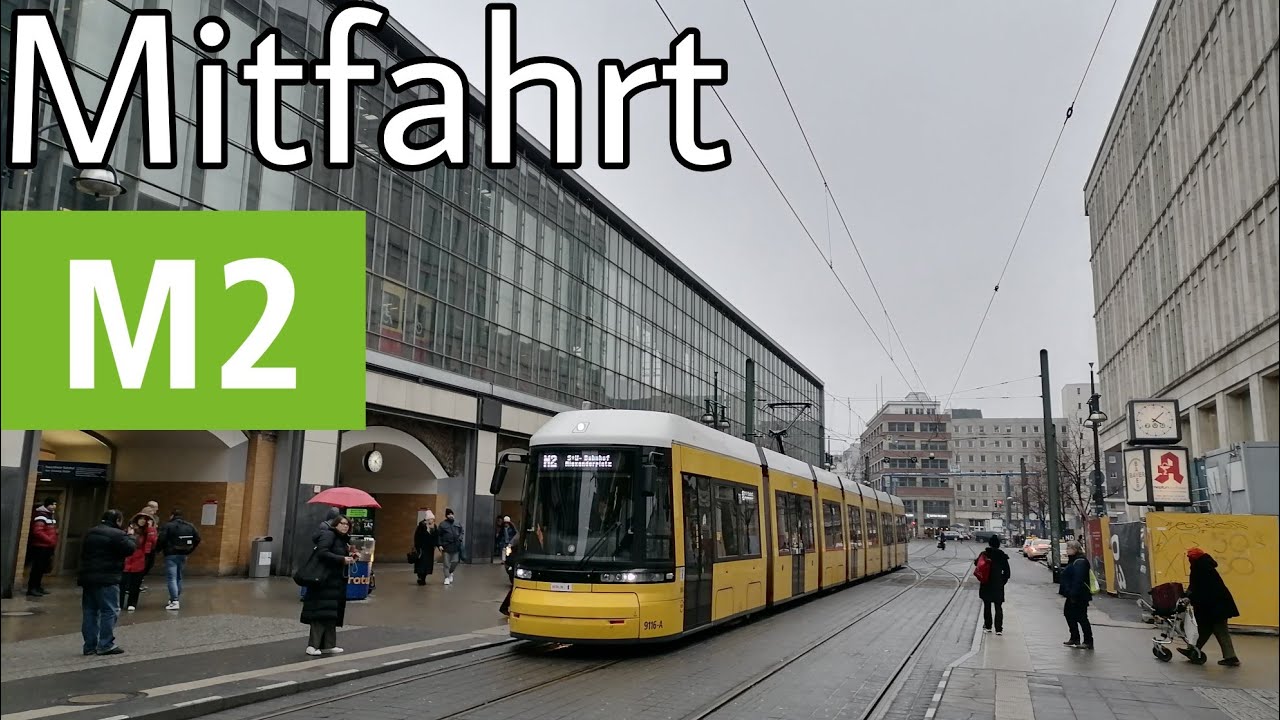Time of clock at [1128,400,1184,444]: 4:07
